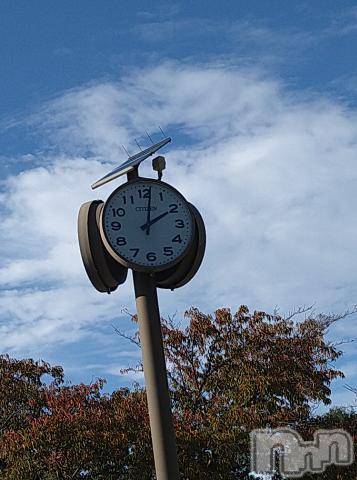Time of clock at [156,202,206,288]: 2:01
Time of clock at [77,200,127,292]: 2:01
